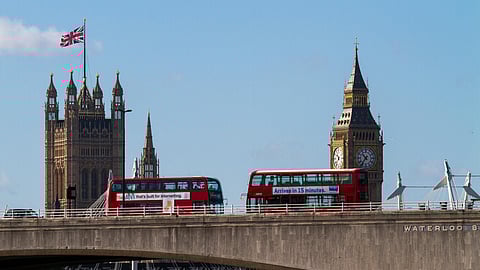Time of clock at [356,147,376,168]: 10:36
